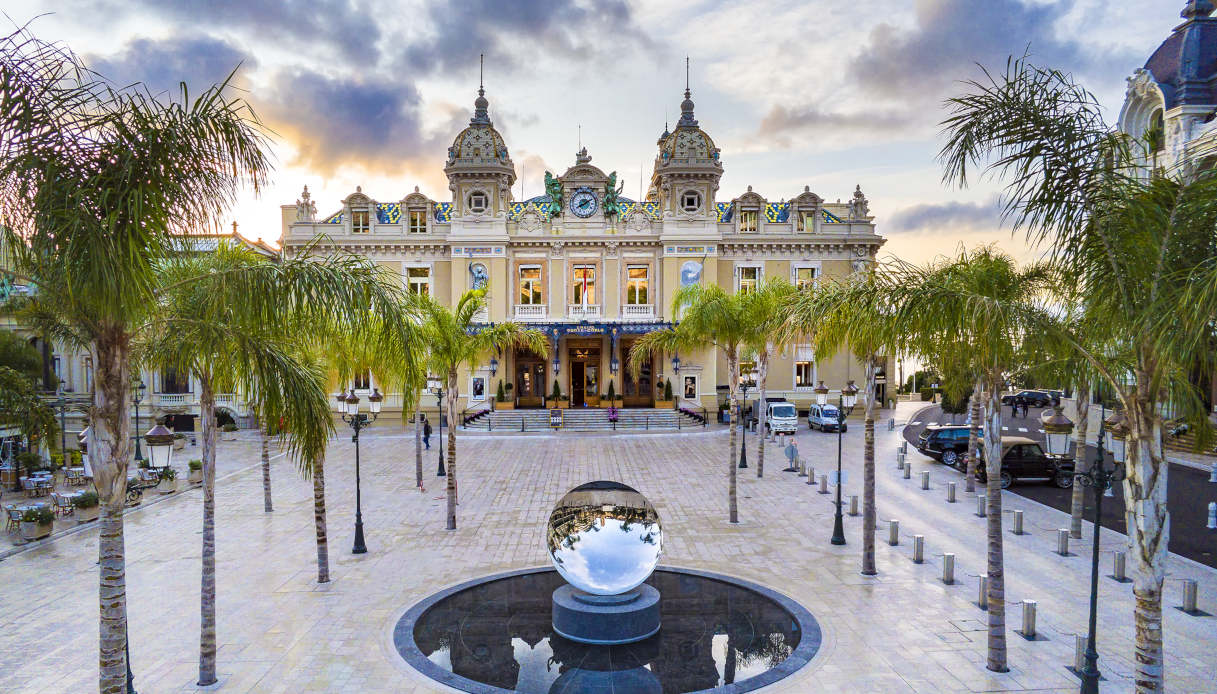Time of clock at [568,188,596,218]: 8:09
